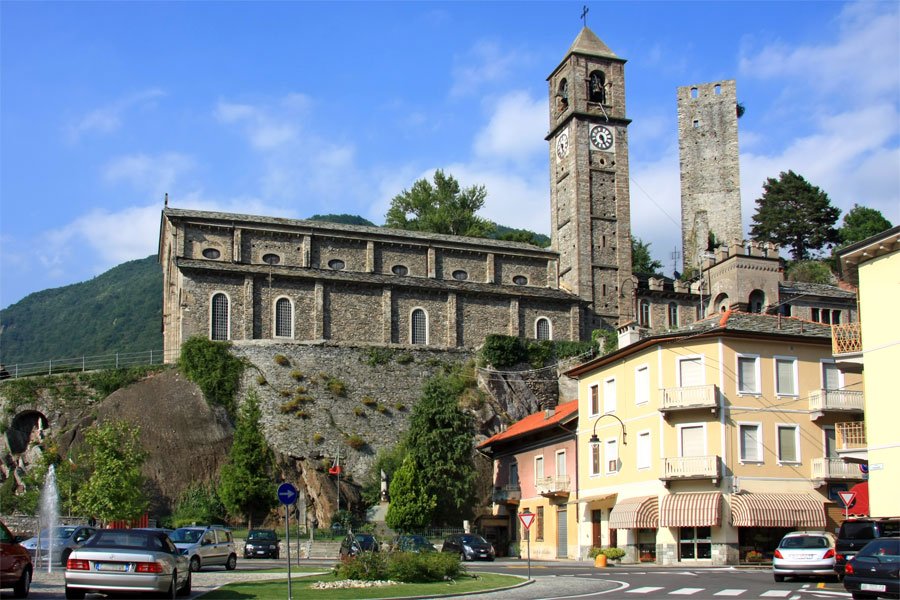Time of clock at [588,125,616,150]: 5:26
